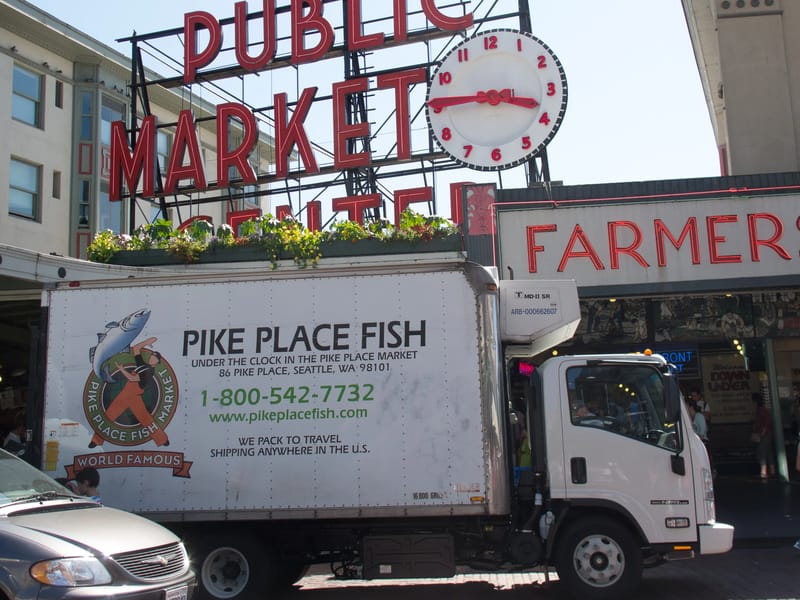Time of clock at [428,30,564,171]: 3:45
